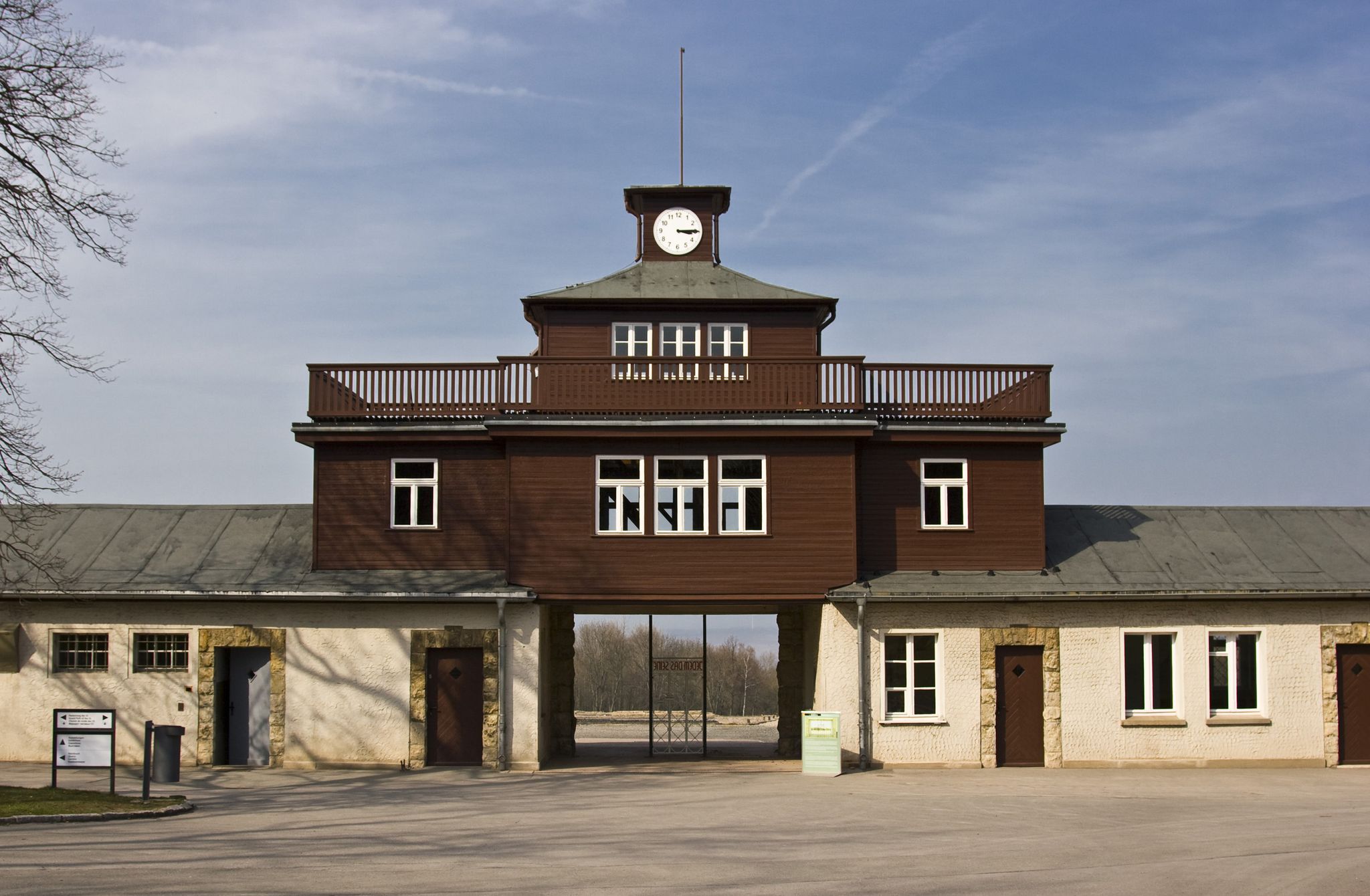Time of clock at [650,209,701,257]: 3:14
